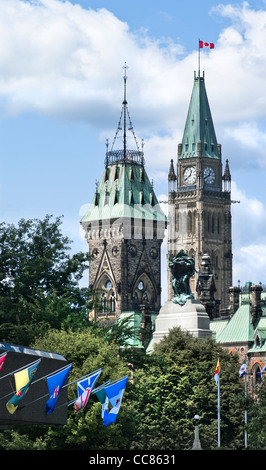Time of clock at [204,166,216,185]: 12:40
